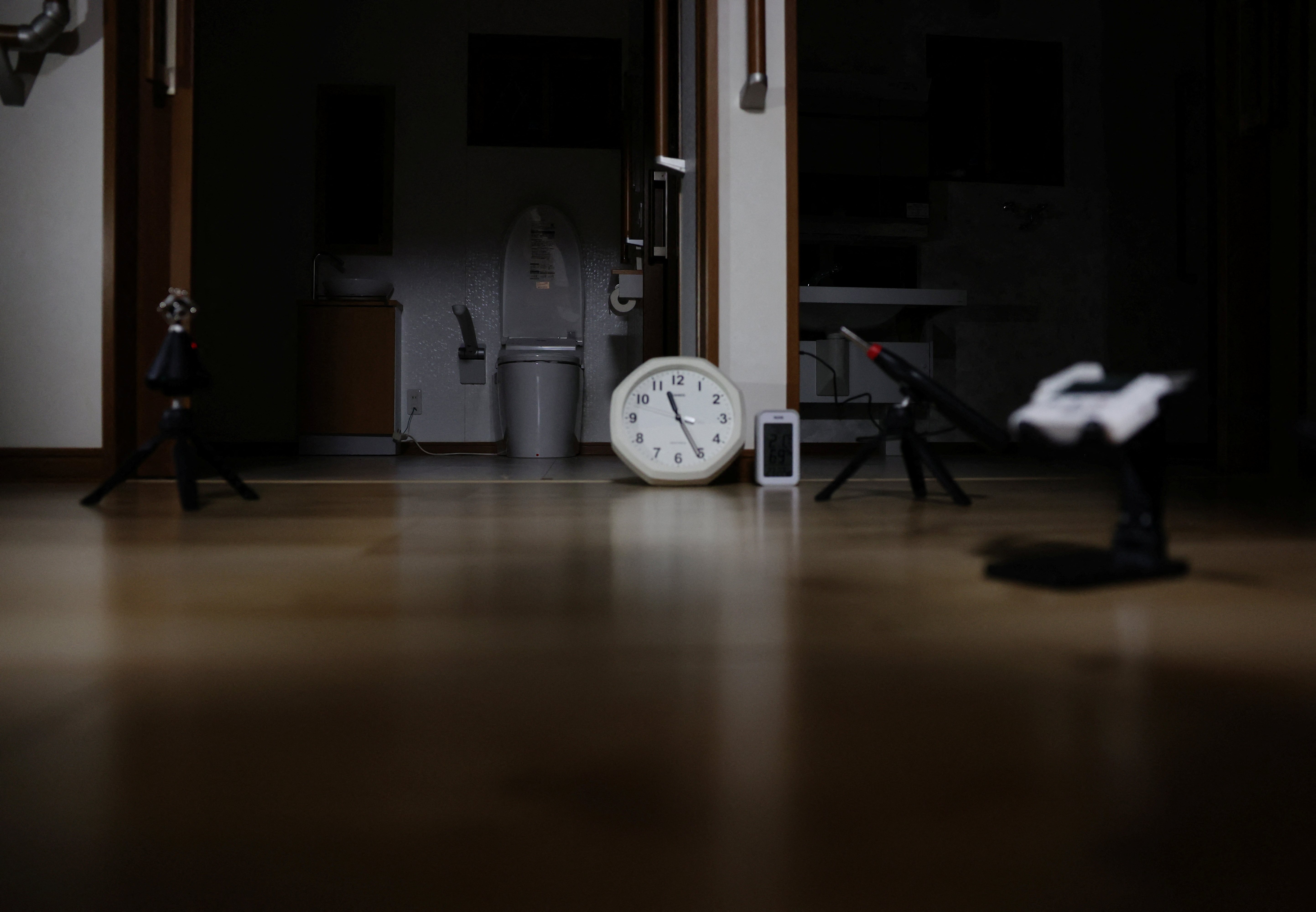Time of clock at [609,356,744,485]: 11:25
